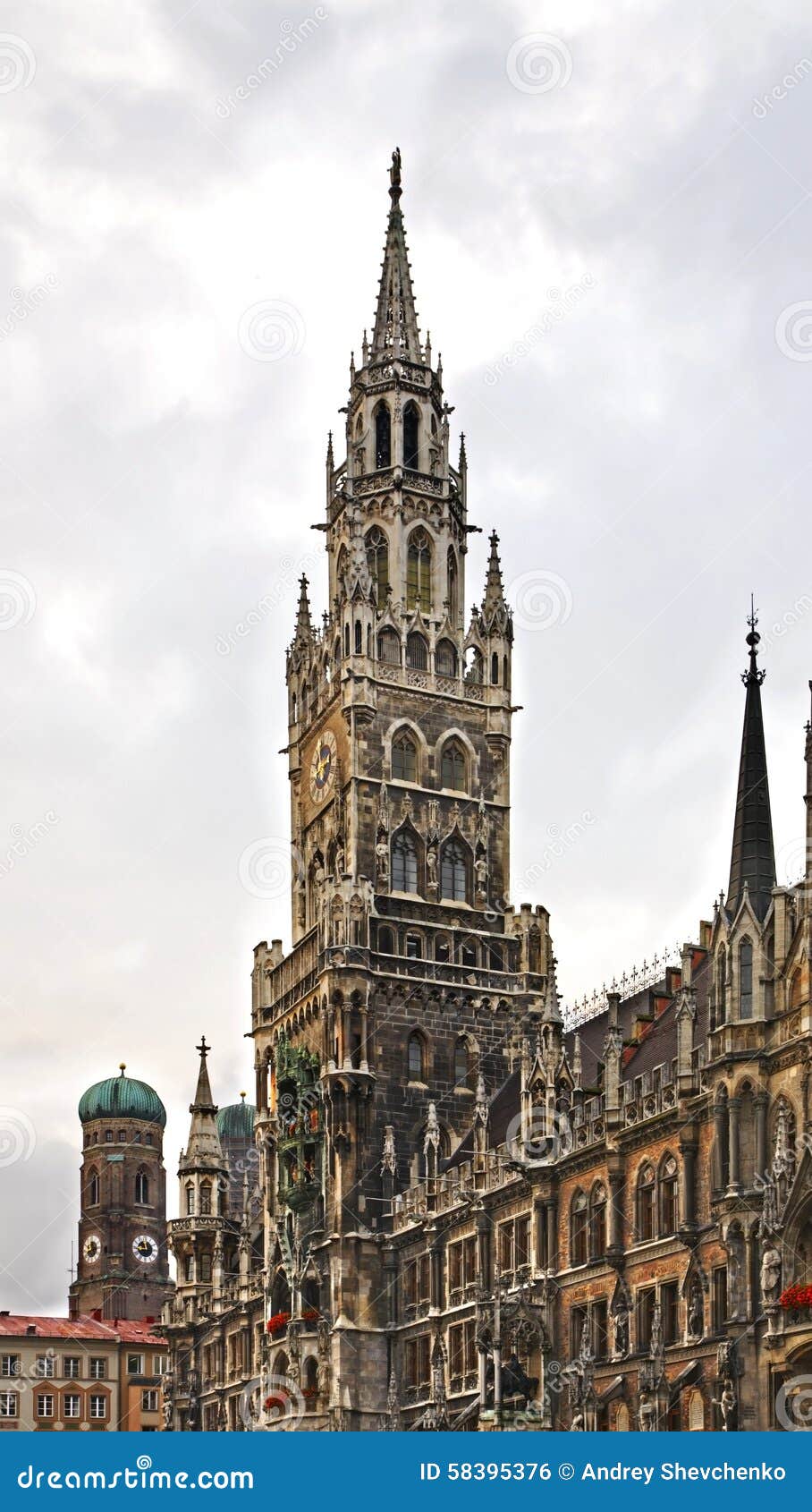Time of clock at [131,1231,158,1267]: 11:44
